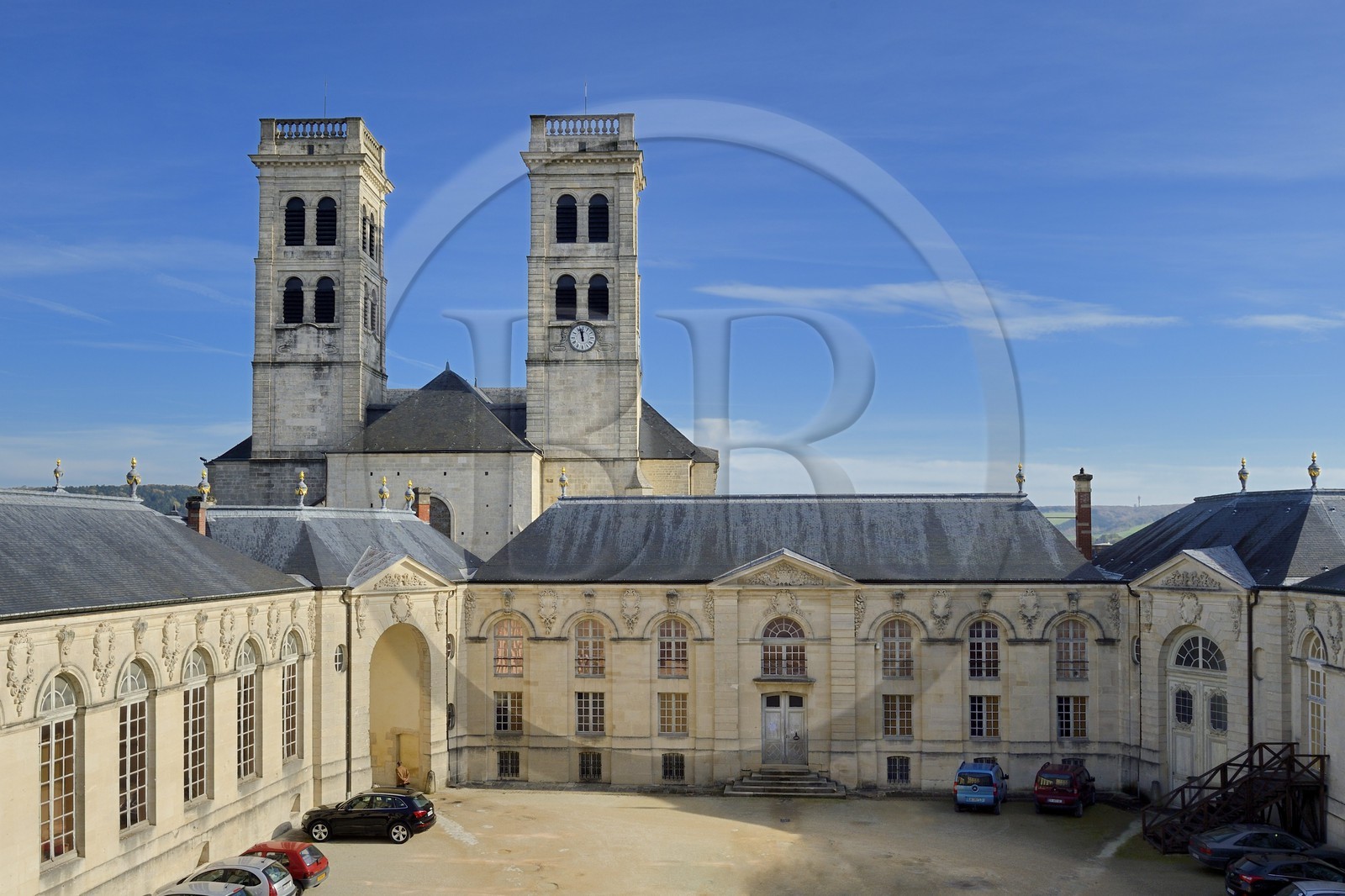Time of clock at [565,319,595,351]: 11:57
